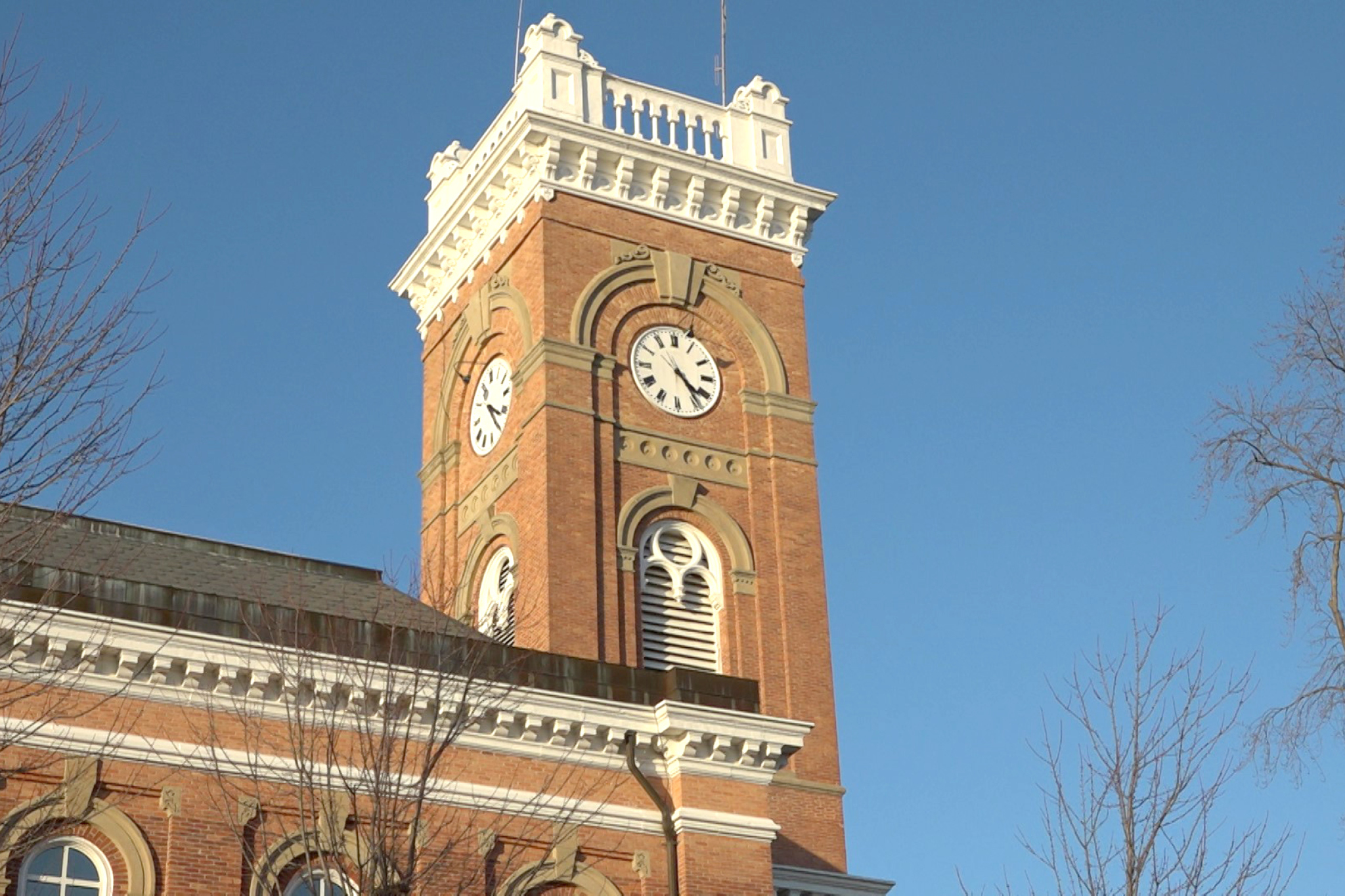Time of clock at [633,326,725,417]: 4:23
